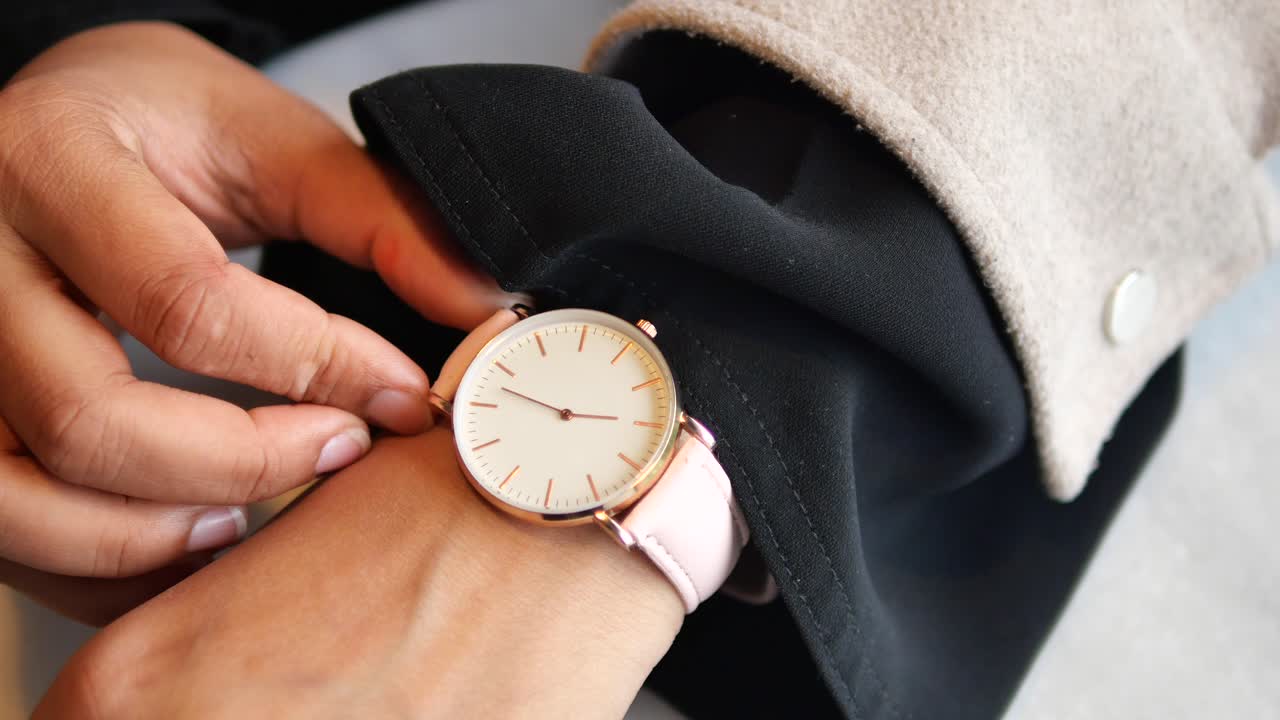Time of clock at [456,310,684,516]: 2:47
